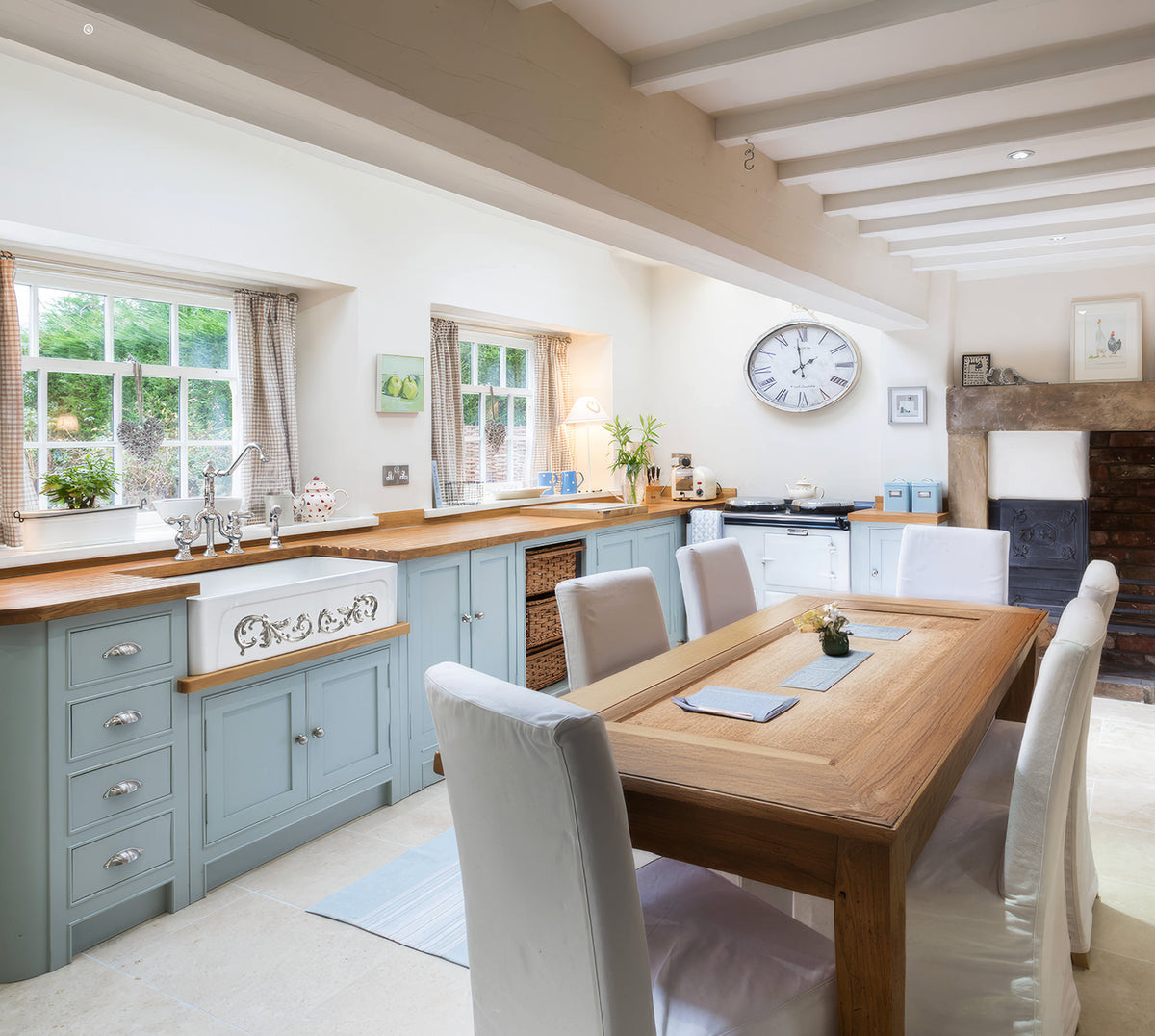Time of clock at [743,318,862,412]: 1:58
